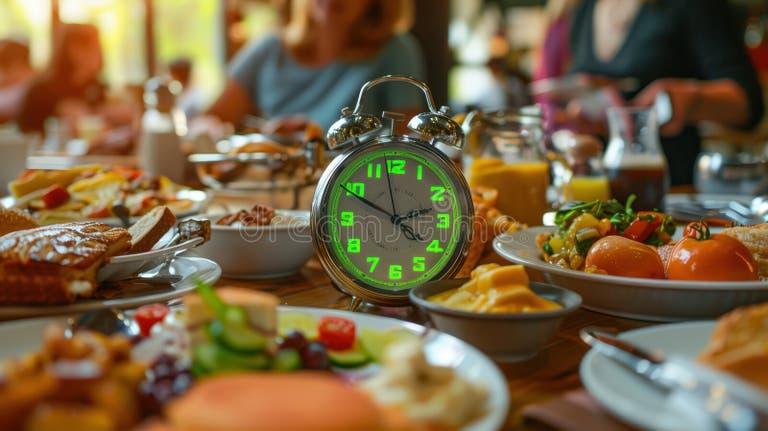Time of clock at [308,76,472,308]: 2:49
